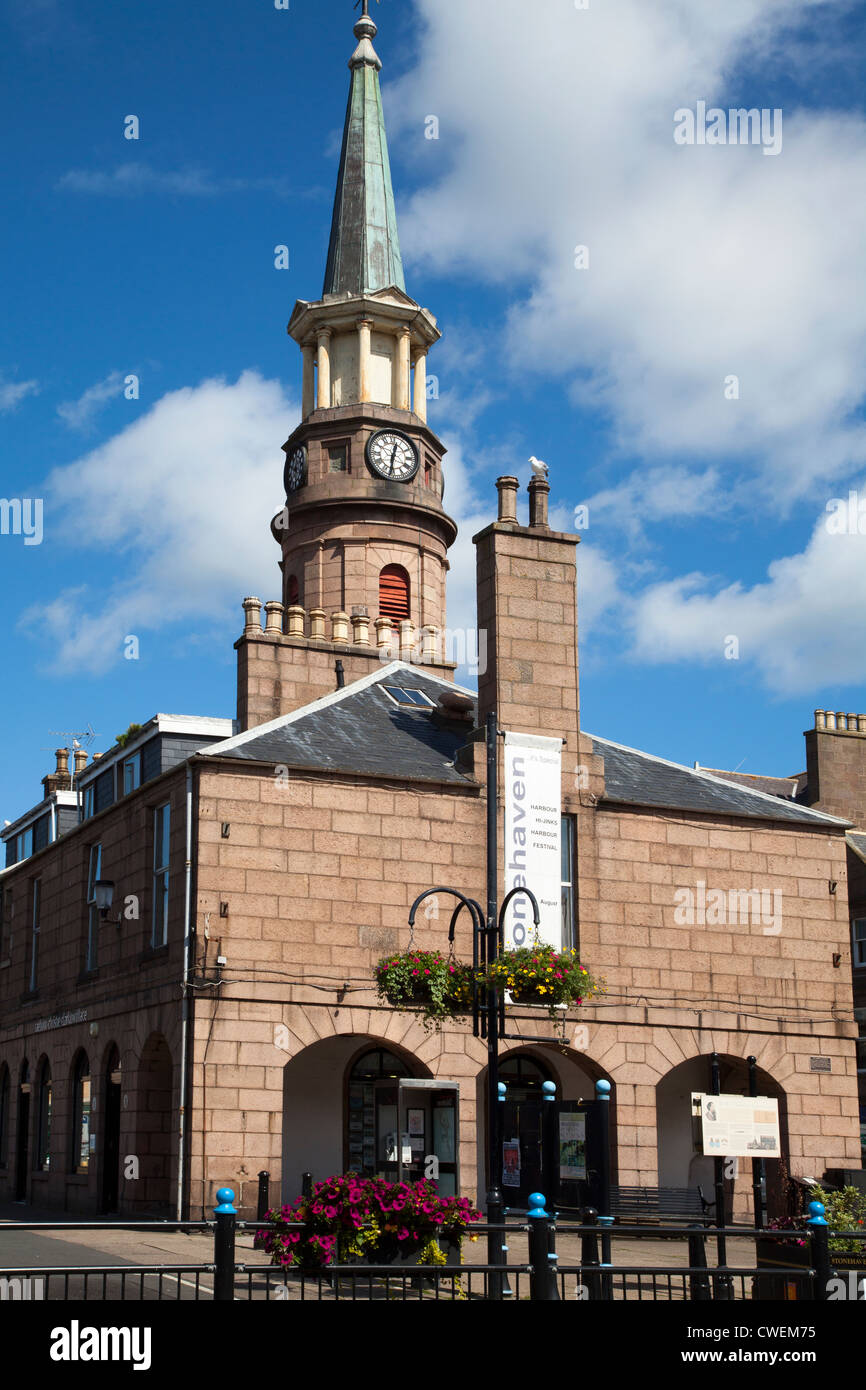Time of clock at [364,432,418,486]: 12:31
